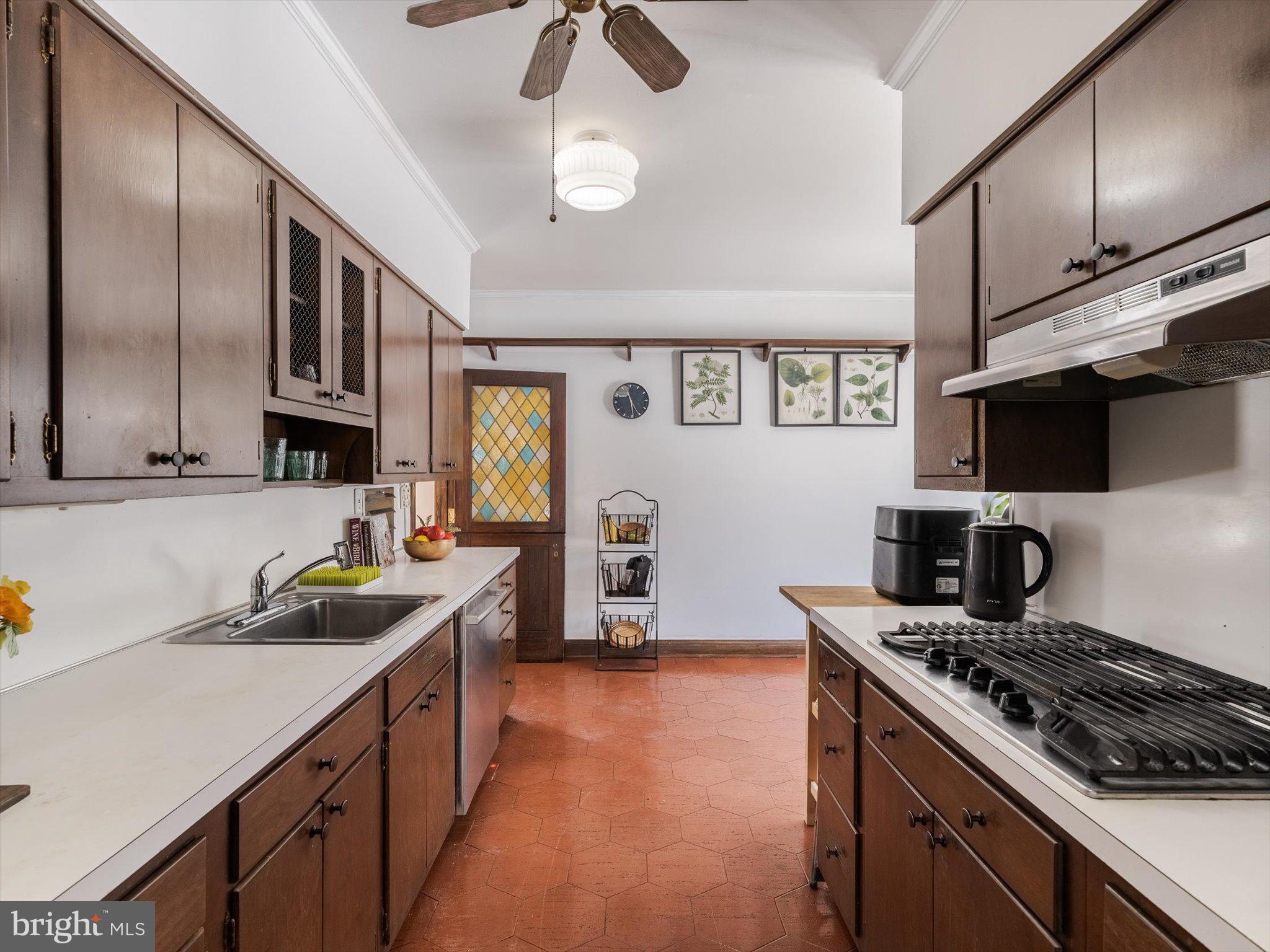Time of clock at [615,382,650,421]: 11:29
